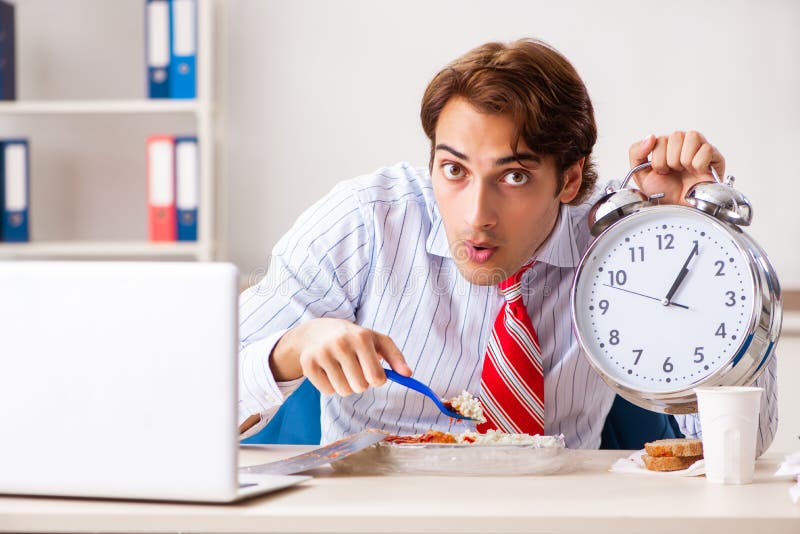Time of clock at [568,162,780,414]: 1:05
